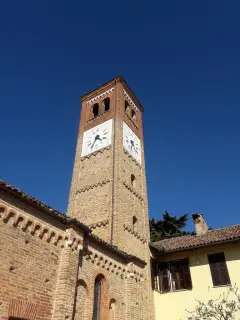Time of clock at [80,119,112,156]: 4:35
